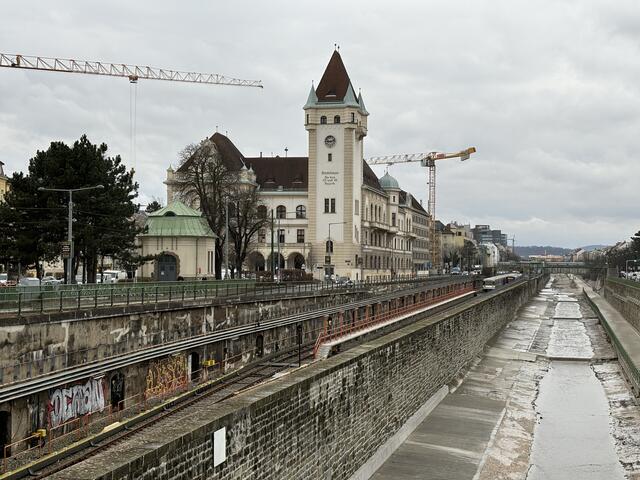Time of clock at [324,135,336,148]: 9:12
